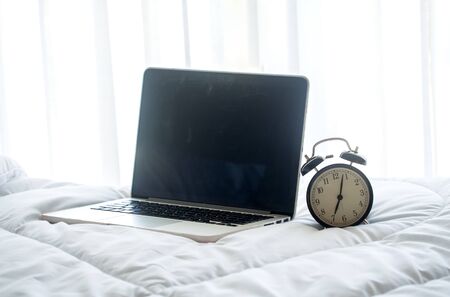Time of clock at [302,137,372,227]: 7:03
